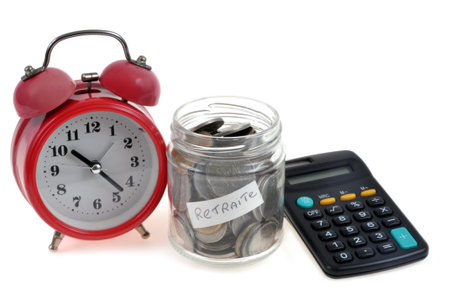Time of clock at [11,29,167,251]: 10:22
